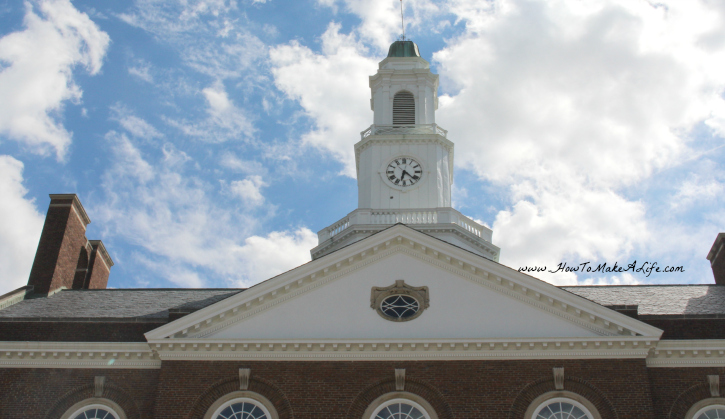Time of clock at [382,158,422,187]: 6:21
